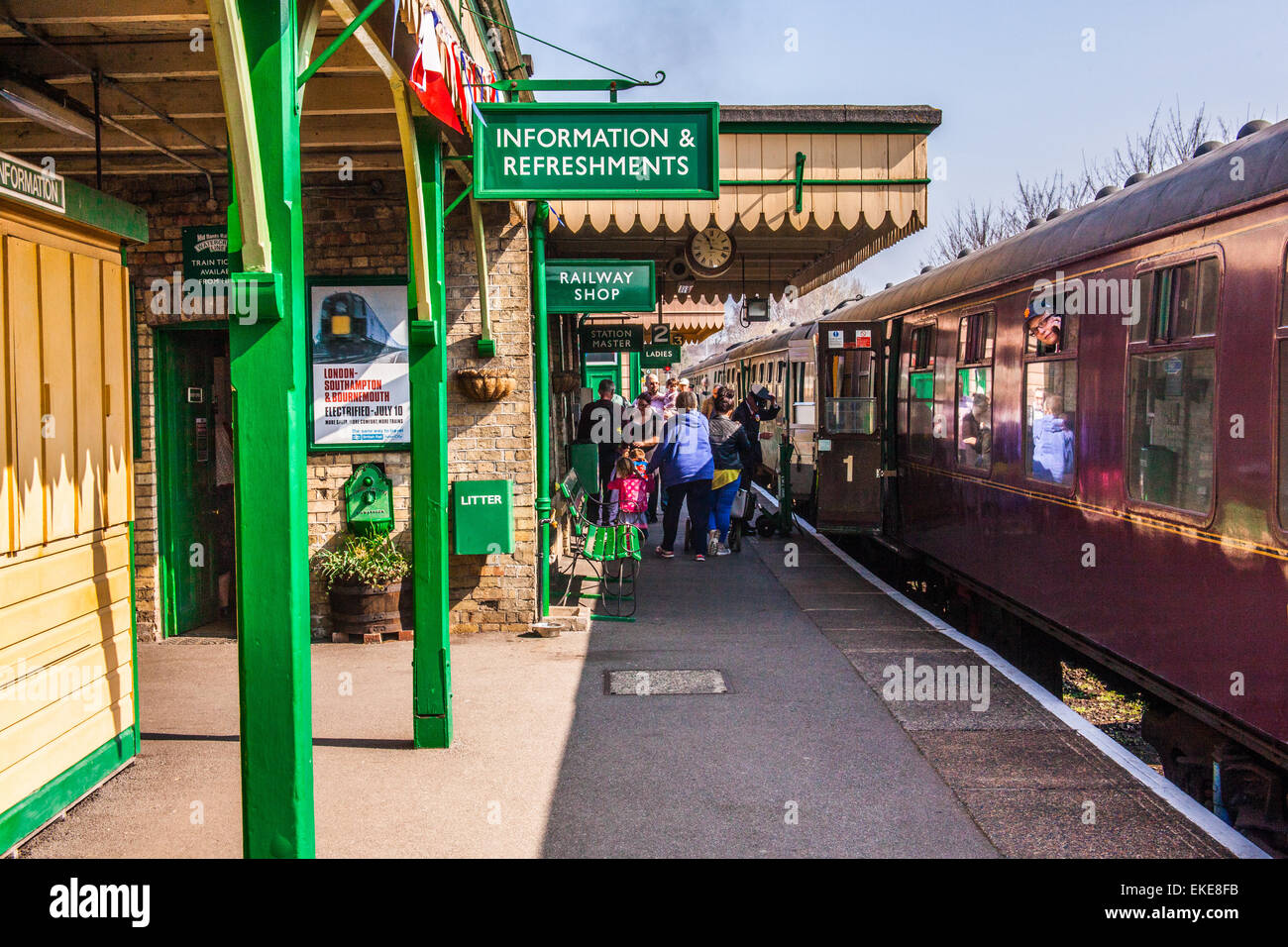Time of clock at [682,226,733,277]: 11:16
